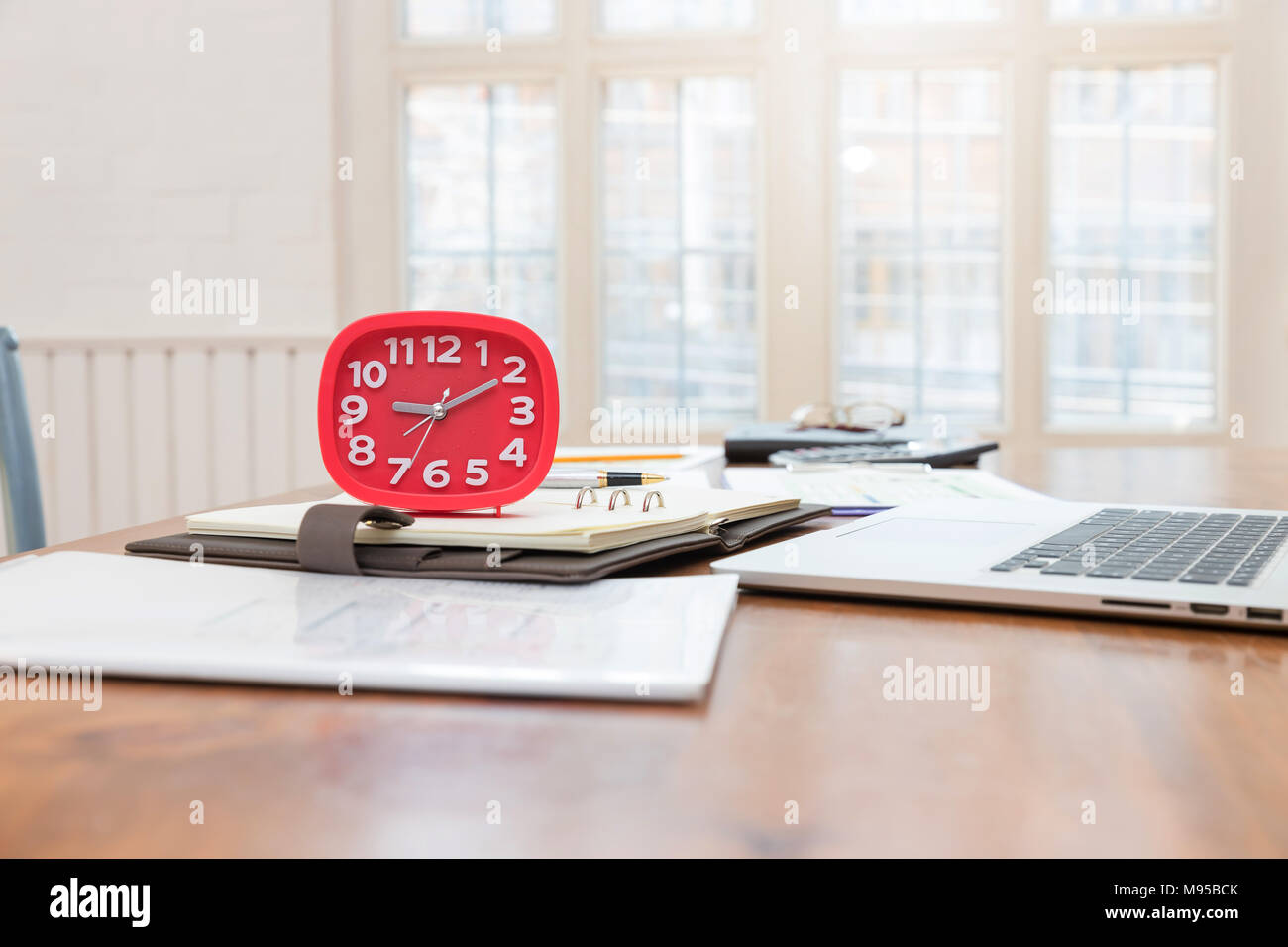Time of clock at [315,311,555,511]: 9:10
